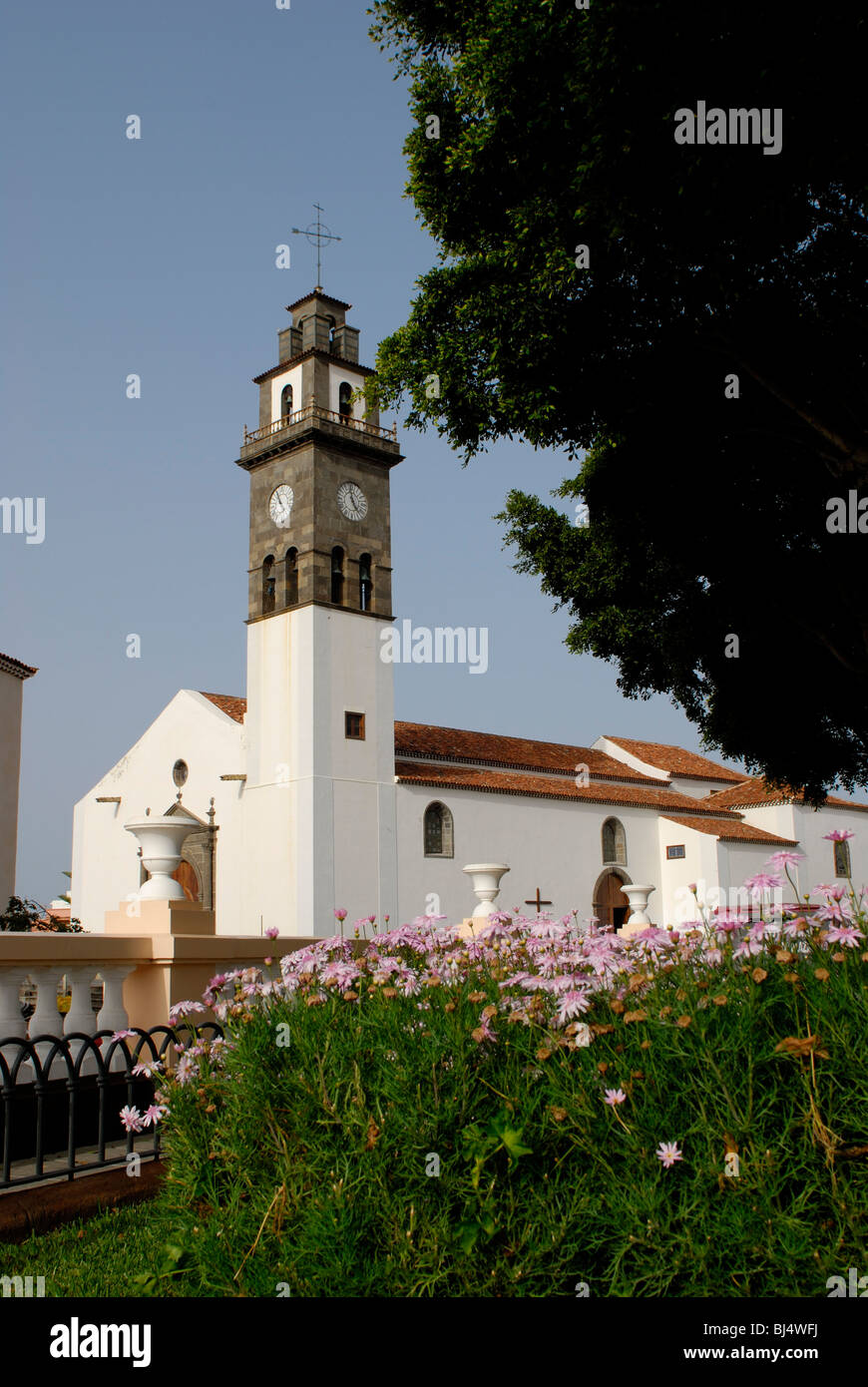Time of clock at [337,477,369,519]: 4:59
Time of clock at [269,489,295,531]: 10:56
